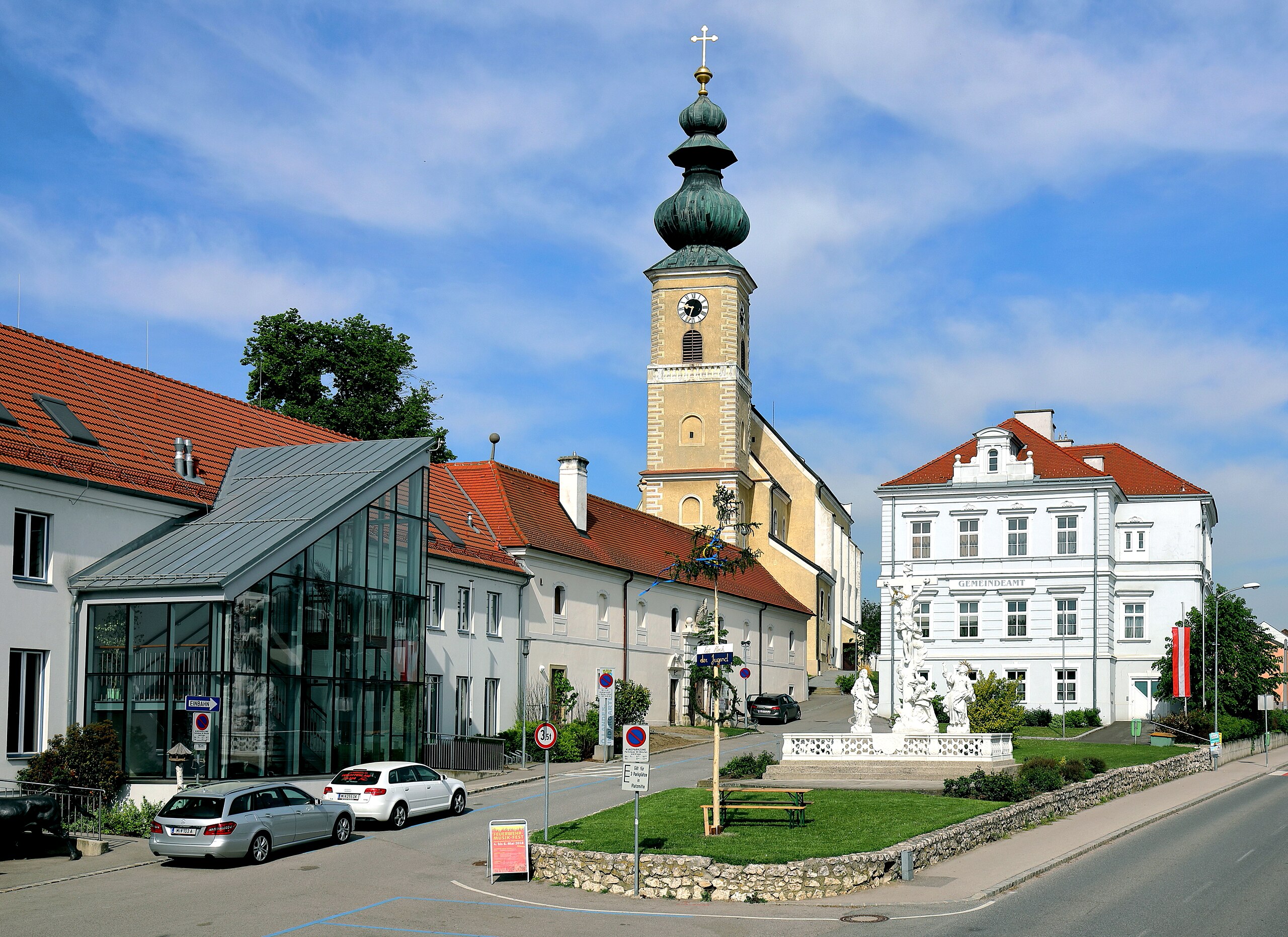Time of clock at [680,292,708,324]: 9:33
